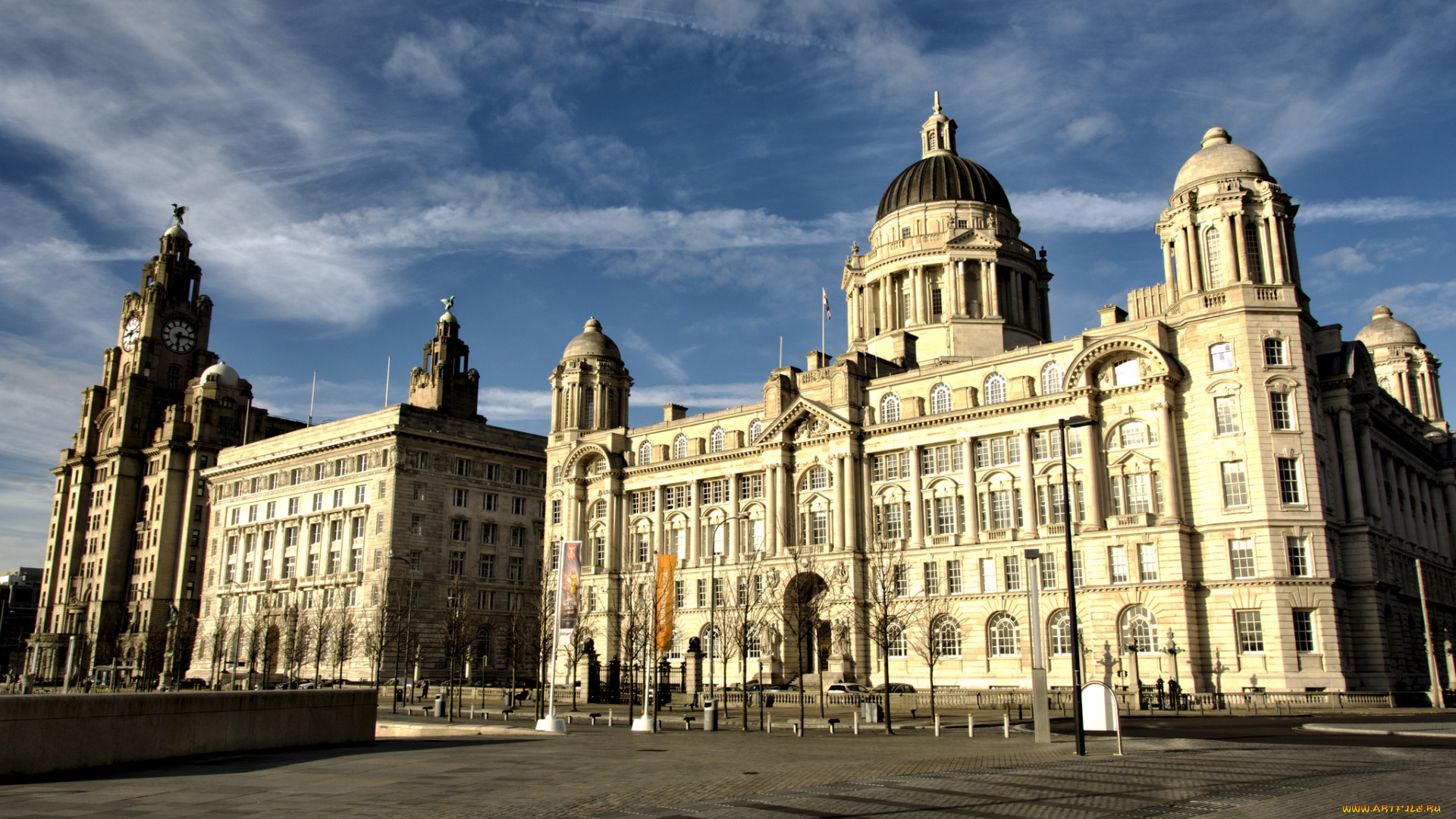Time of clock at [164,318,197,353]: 6:15
